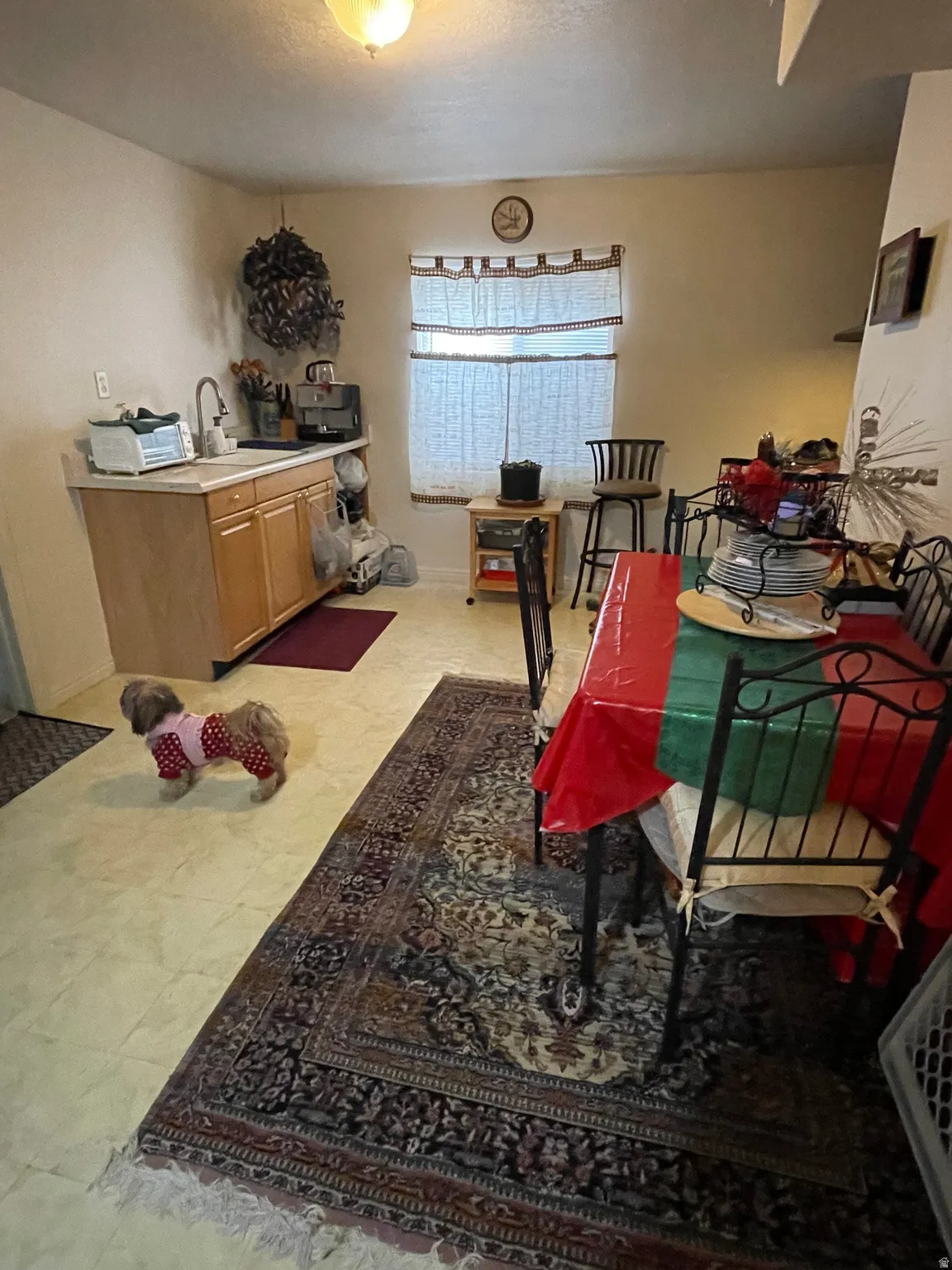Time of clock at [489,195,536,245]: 7:49
